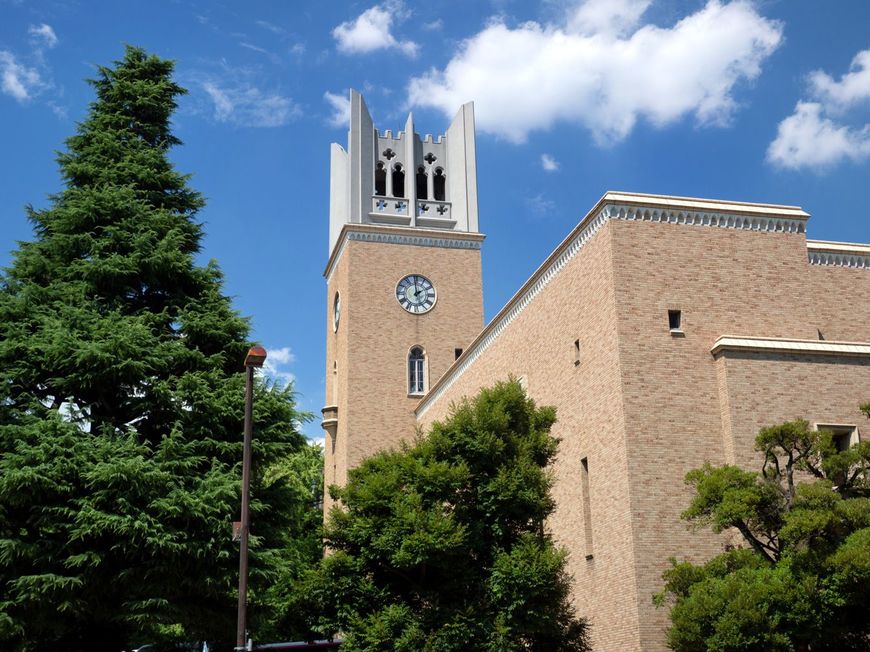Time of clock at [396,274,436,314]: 1:59
